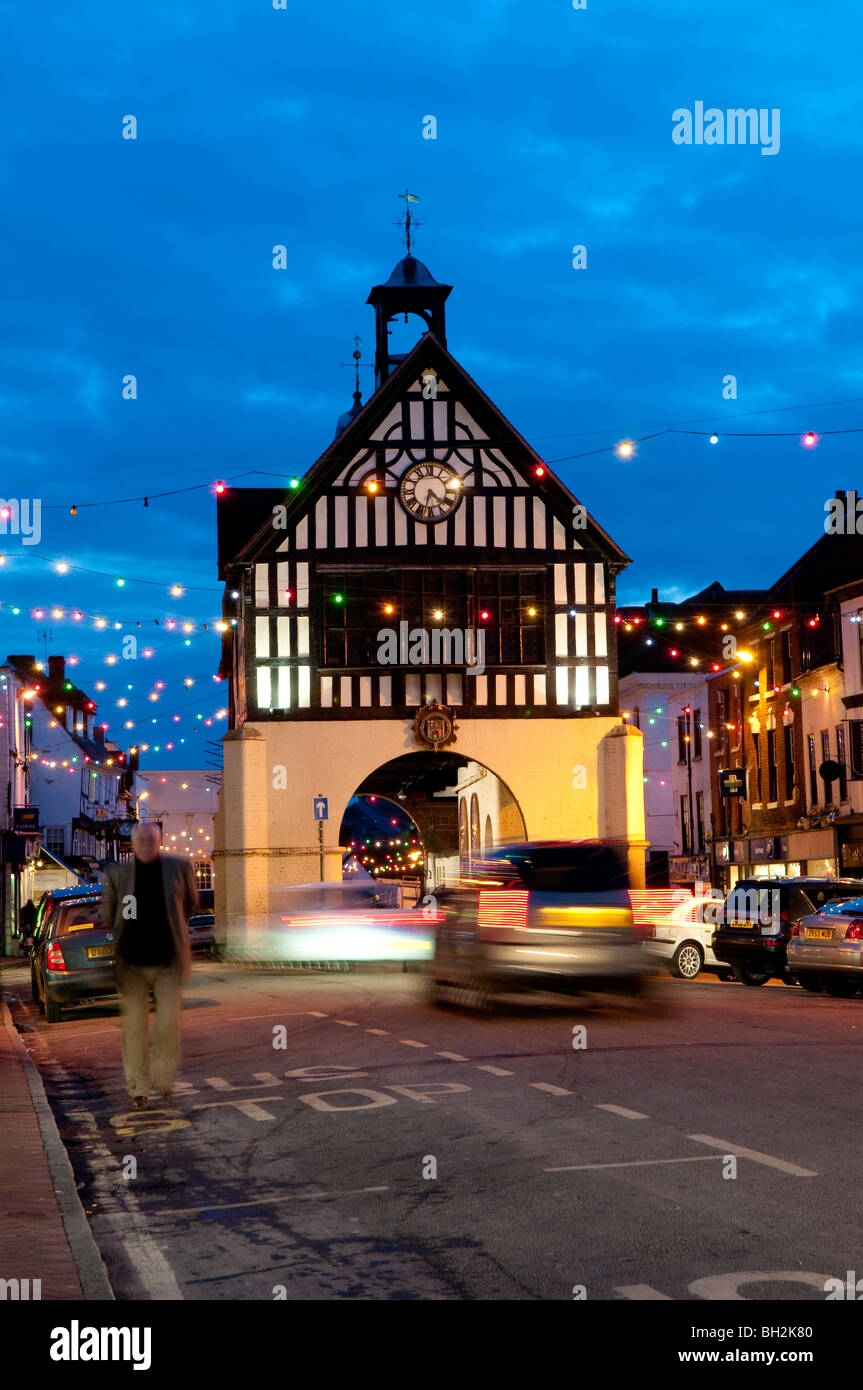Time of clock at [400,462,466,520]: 4:32
